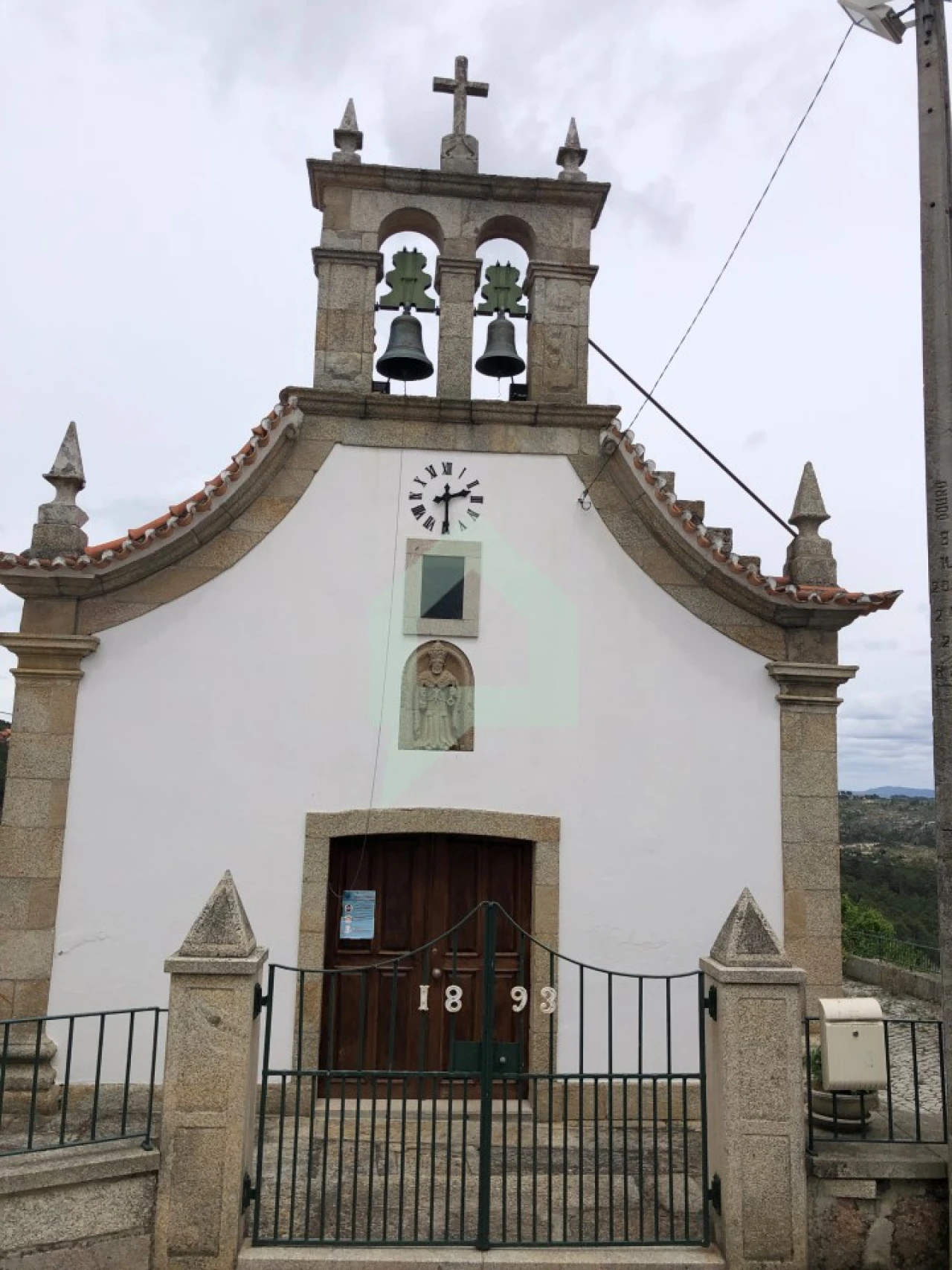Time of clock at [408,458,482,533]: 2:29
